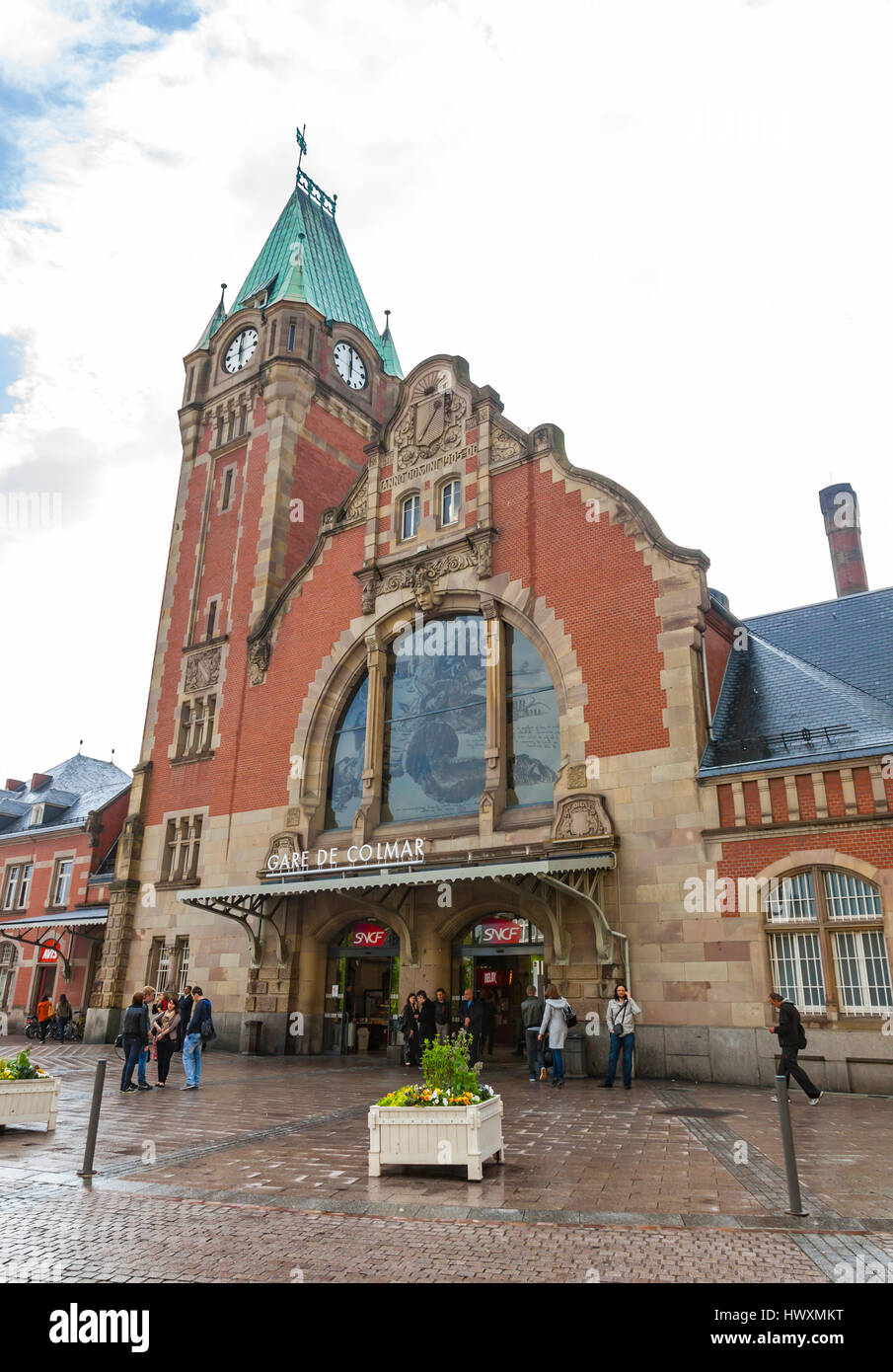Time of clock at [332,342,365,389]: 6:00
